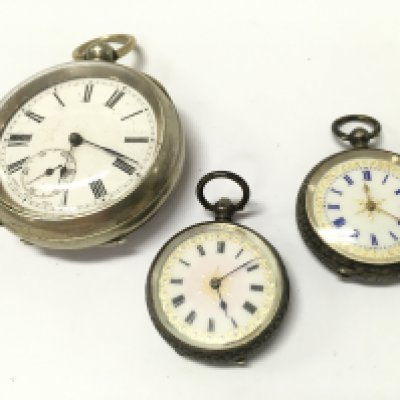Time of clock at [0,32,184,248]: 6:18
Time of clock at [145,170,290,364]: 5:08
